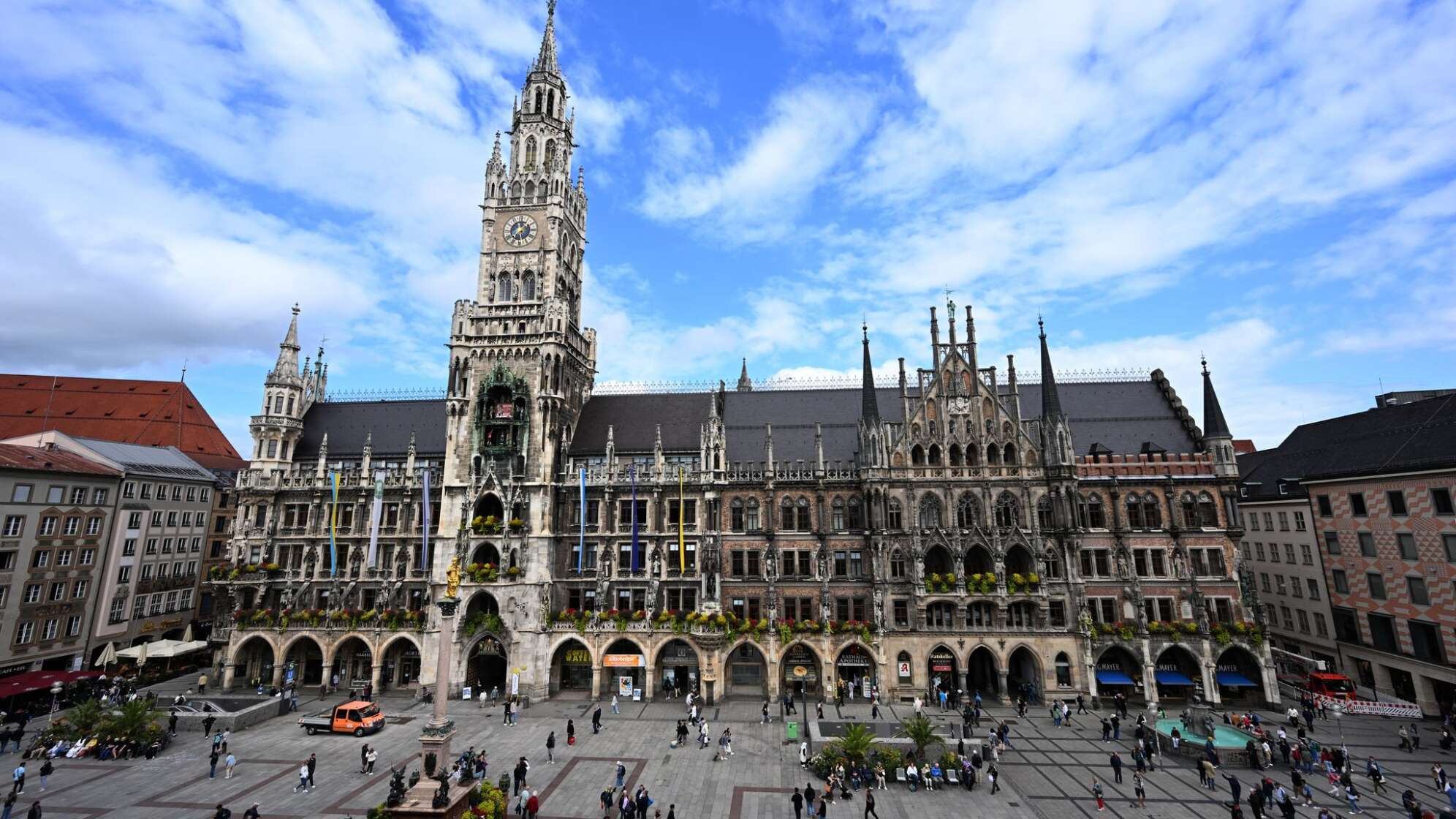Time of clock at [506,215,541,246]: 1:28
